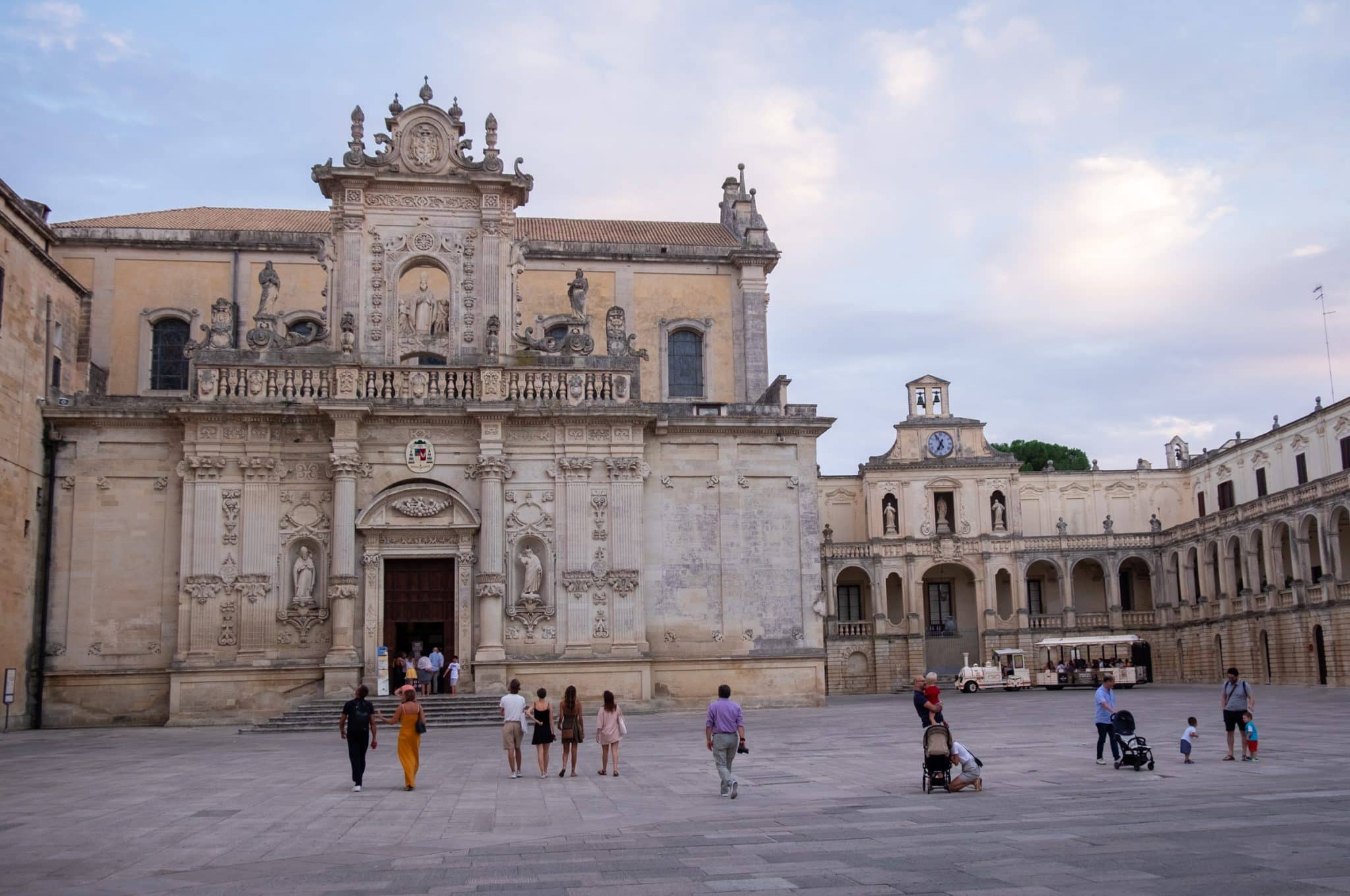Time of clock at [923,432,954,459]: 6:54
